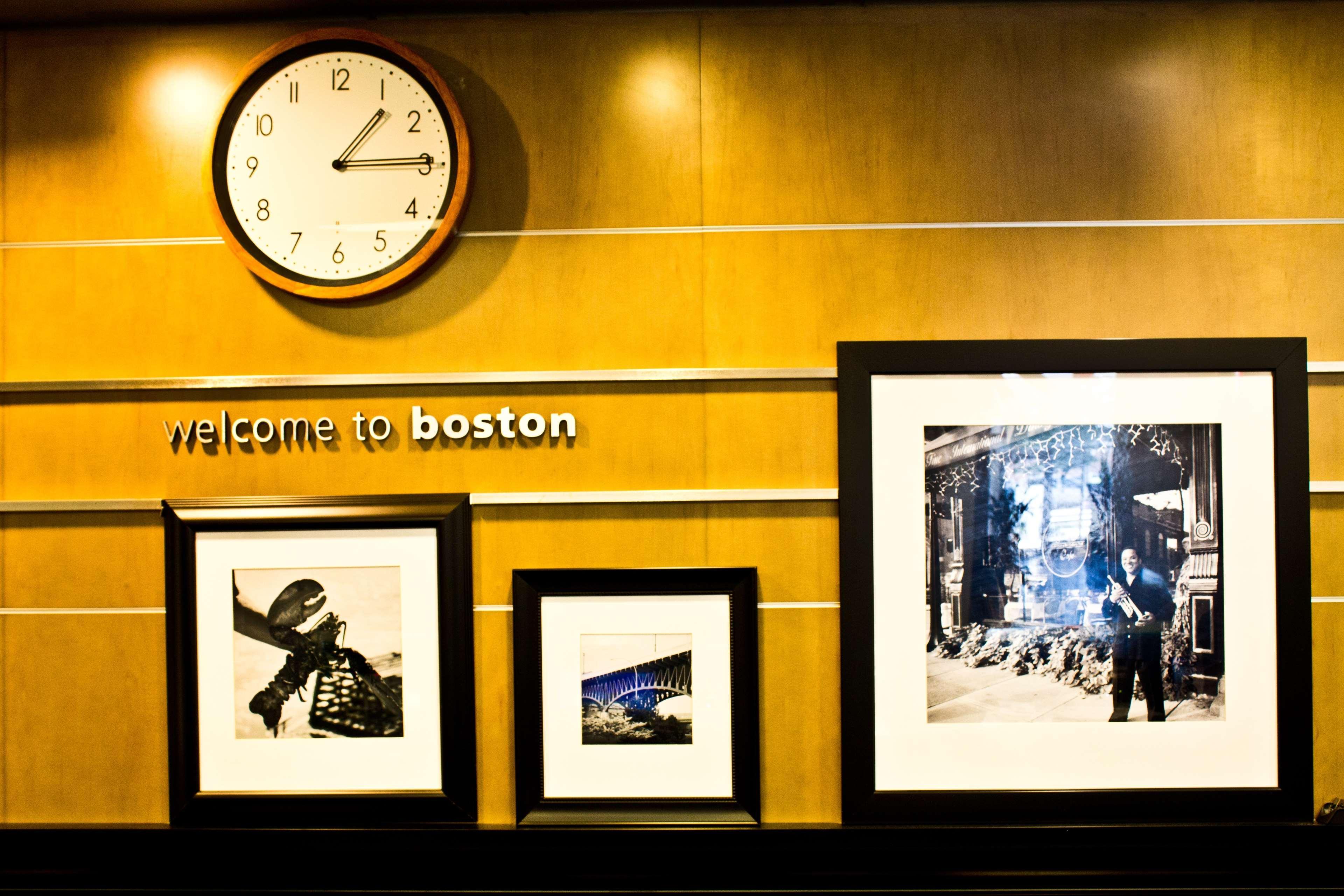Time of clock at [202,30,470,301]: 1:14
